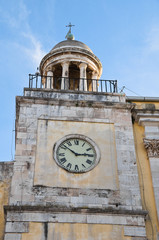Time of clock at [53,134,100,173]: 2:51
